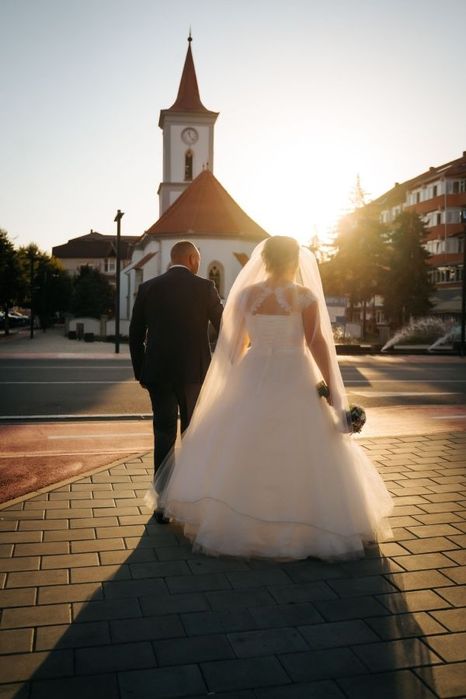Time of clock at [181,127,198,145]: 11:22
